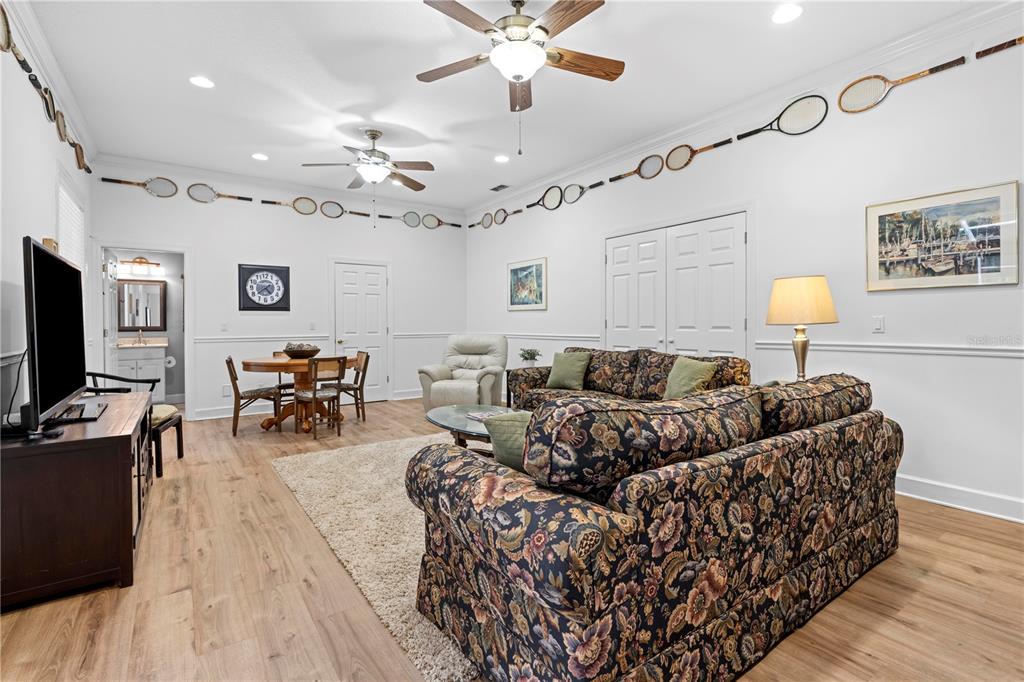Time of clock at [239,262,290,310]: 4:38
